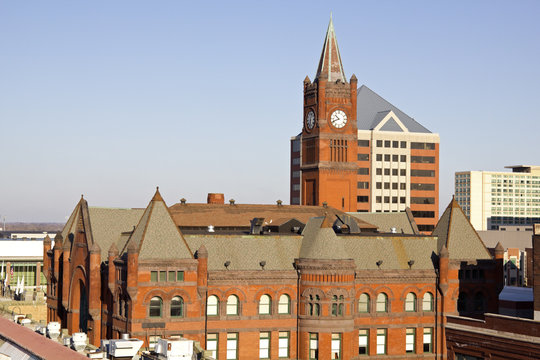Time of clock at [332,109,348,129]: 10:41
